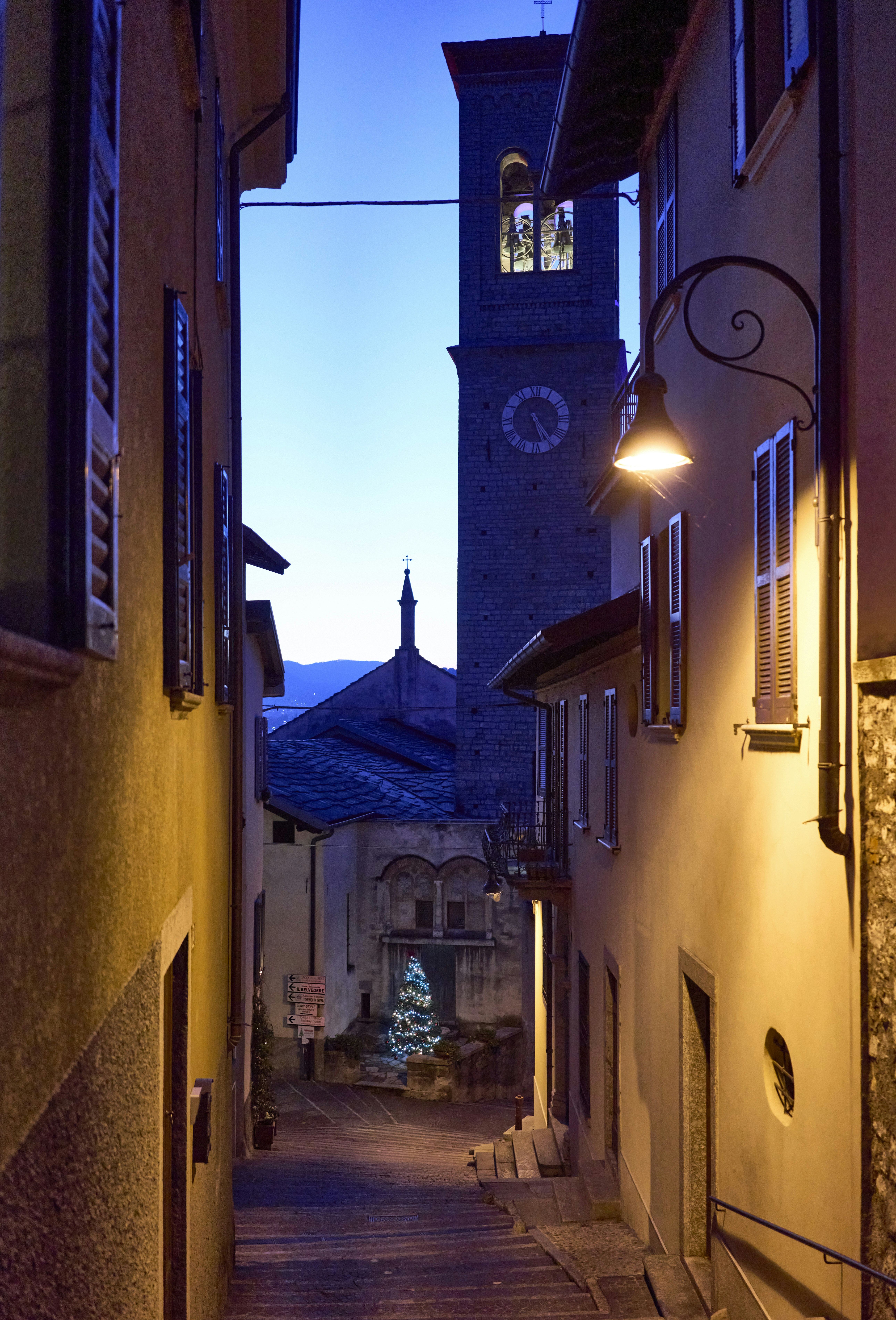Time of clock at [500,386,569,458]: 5:24
